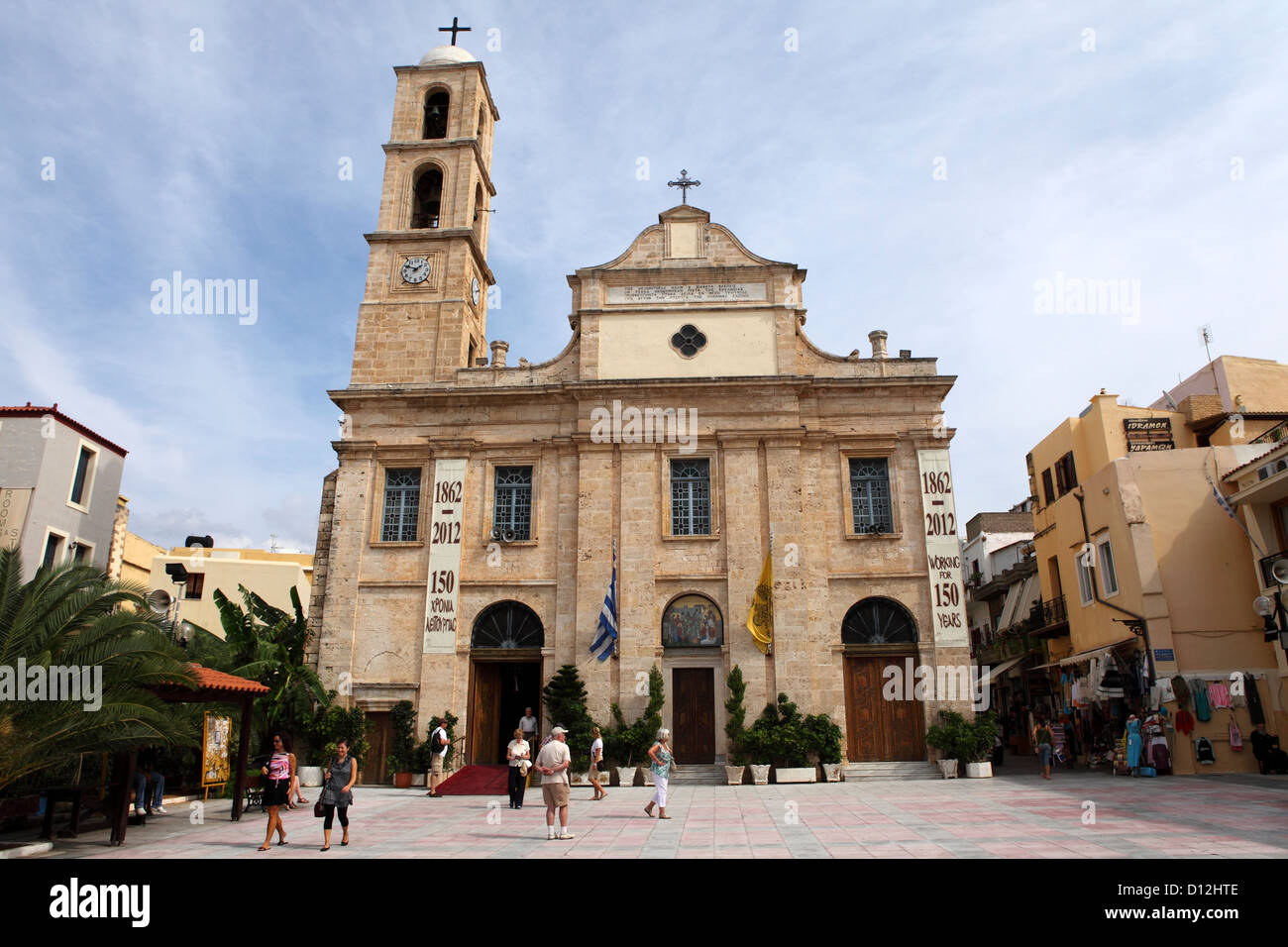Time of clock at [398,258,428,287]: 1:49
